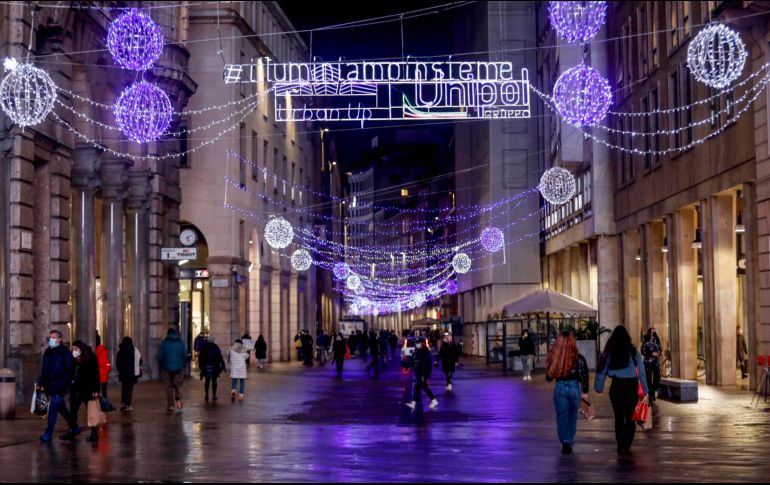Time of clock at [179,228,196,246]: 5:09
